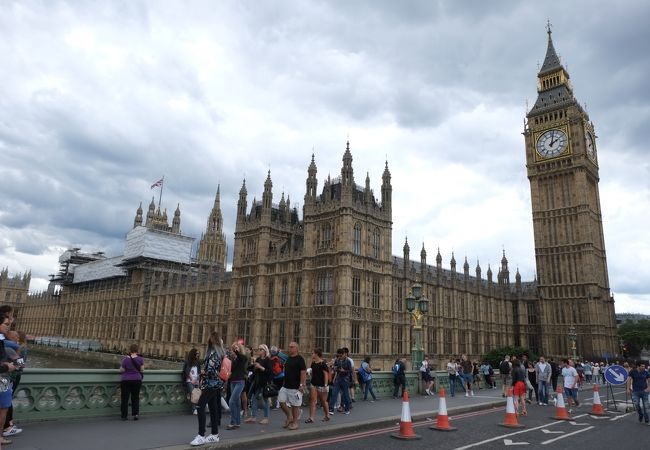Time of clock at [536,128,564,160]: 2:02
